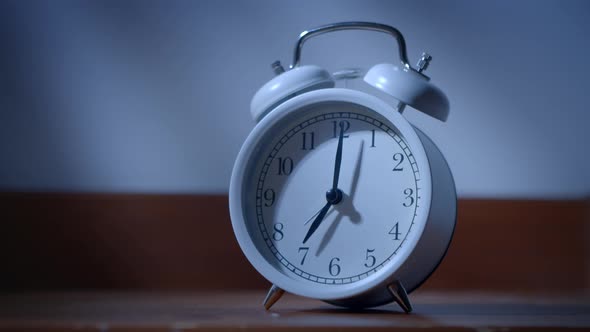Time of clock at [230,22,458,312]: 7:01
